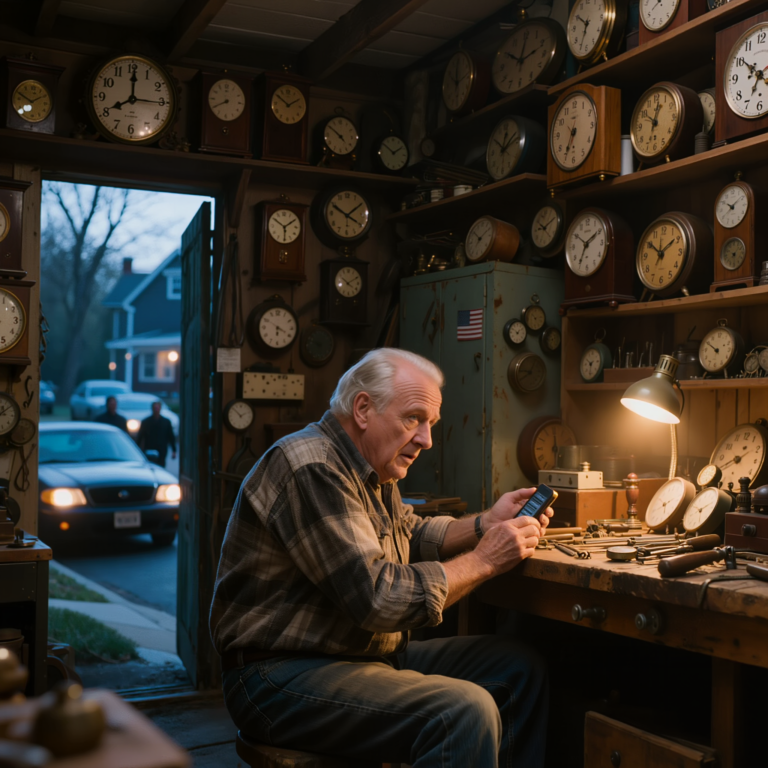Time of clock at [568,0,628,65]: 6:50
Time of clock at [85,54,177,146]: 8:00
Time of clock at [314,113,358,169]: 4:51
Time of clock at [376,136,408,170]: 1:50
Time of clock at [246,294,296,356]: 6:19
